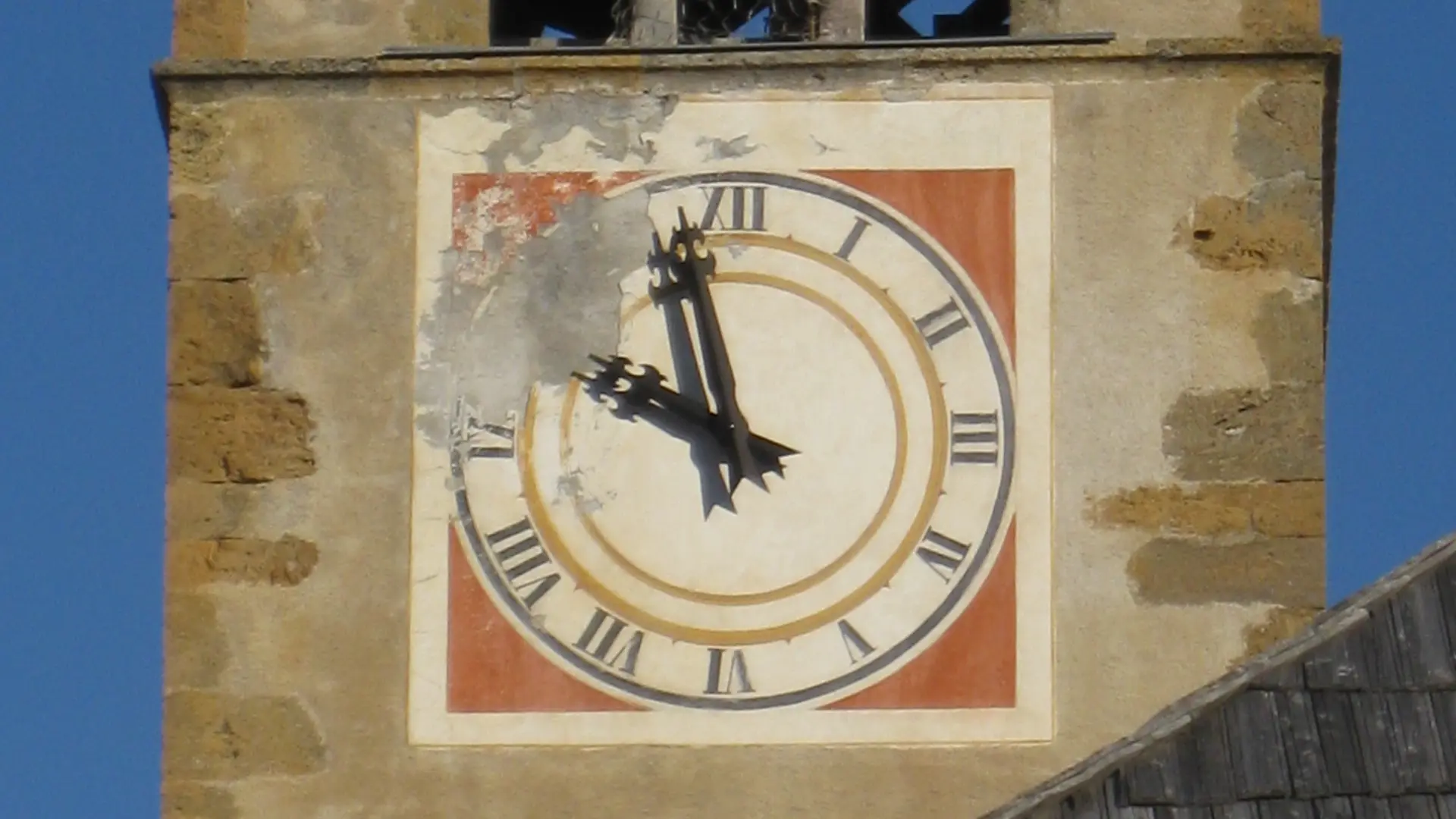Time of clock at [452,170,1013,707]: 9:57
